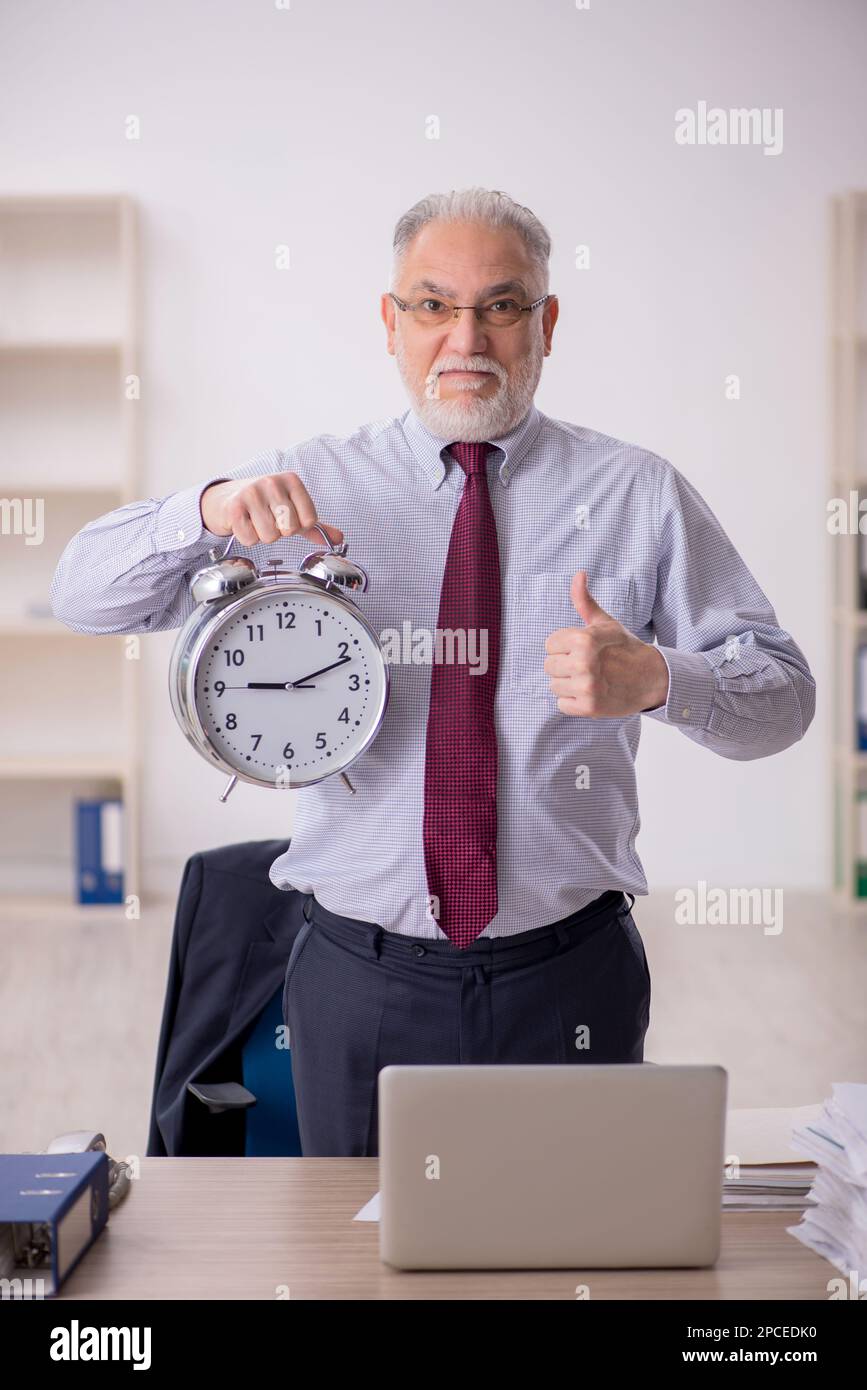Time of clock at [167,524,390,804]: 9:11
